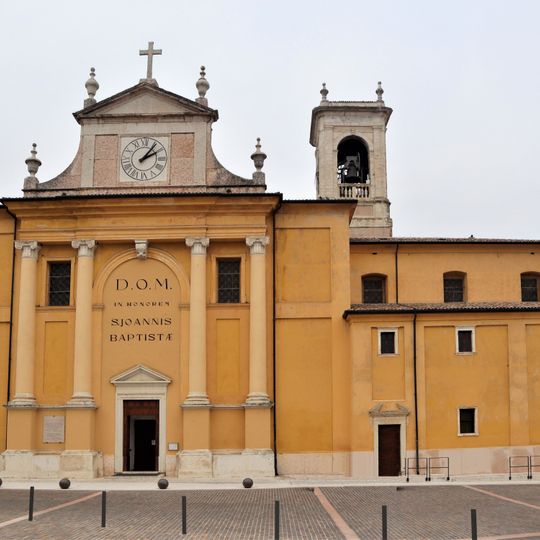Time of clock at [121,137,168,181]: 2:06
